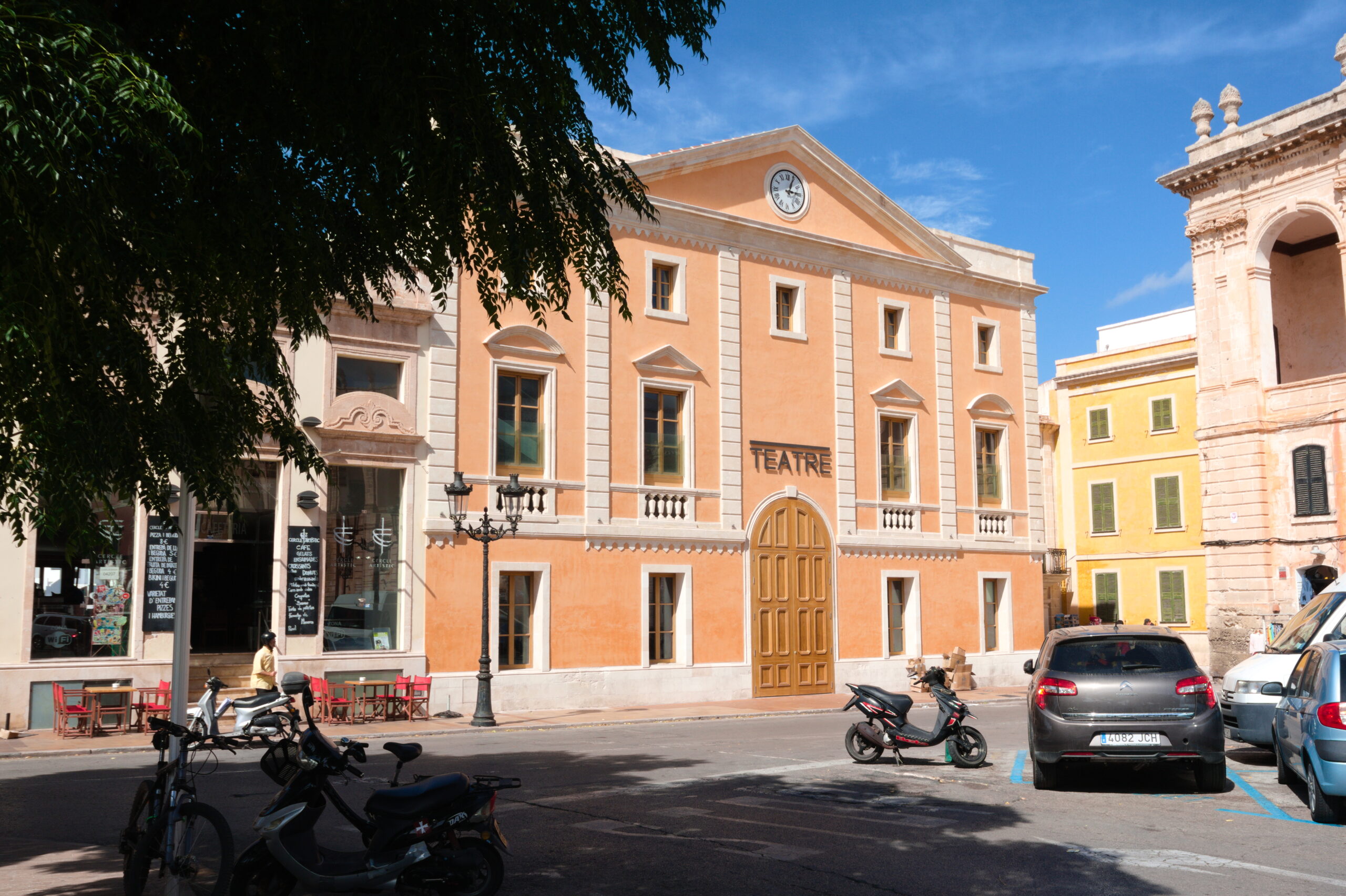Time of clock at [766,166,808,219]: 3:04
